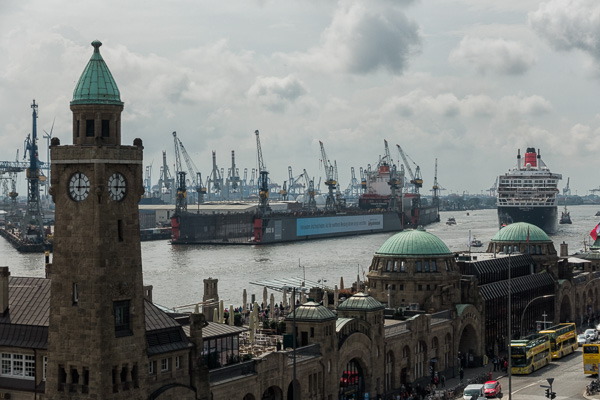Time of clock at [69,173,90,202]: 3:00
